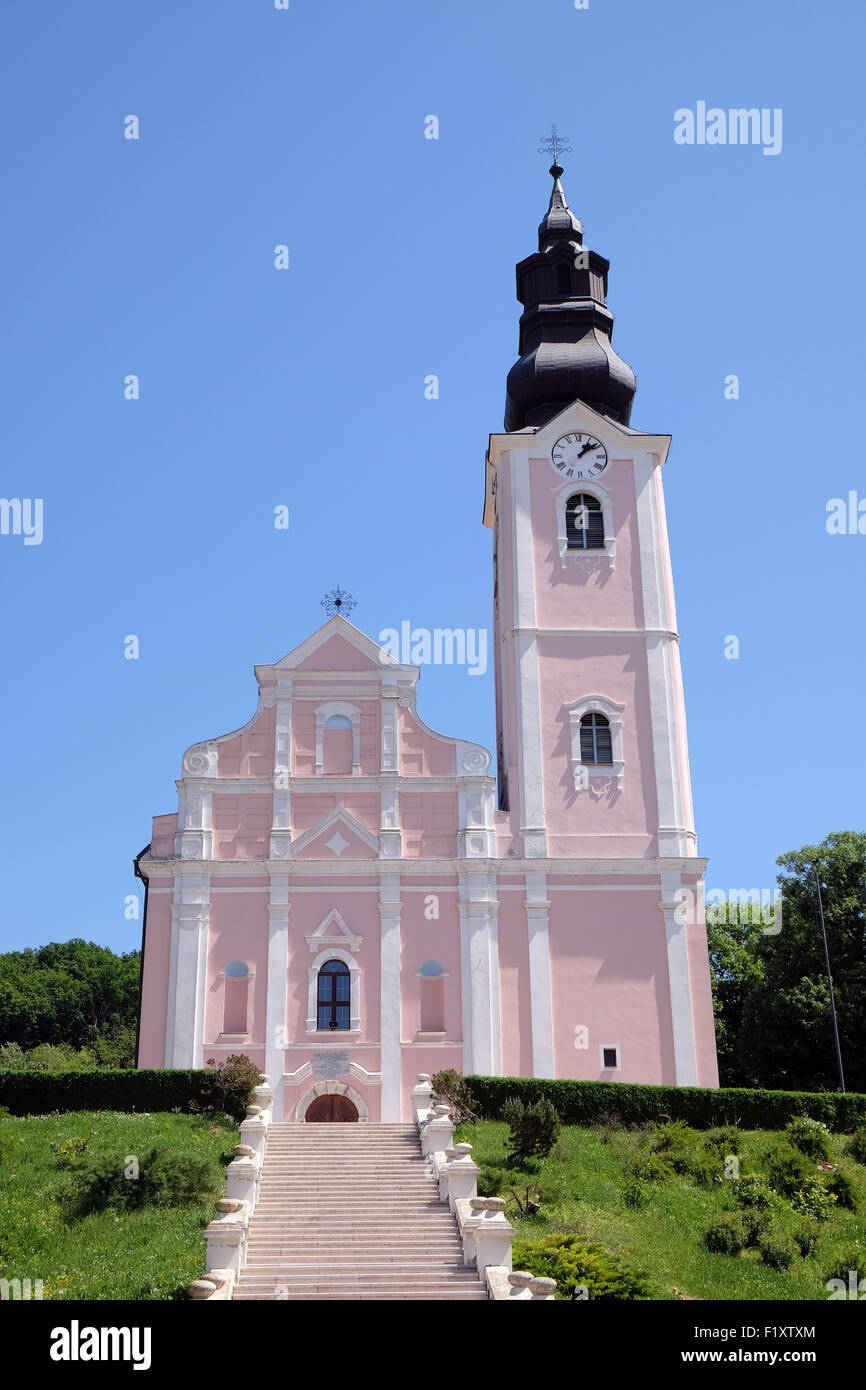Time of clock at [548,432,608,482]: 1:08
